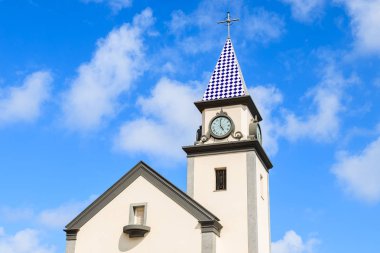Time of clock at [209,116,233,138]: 4:59
